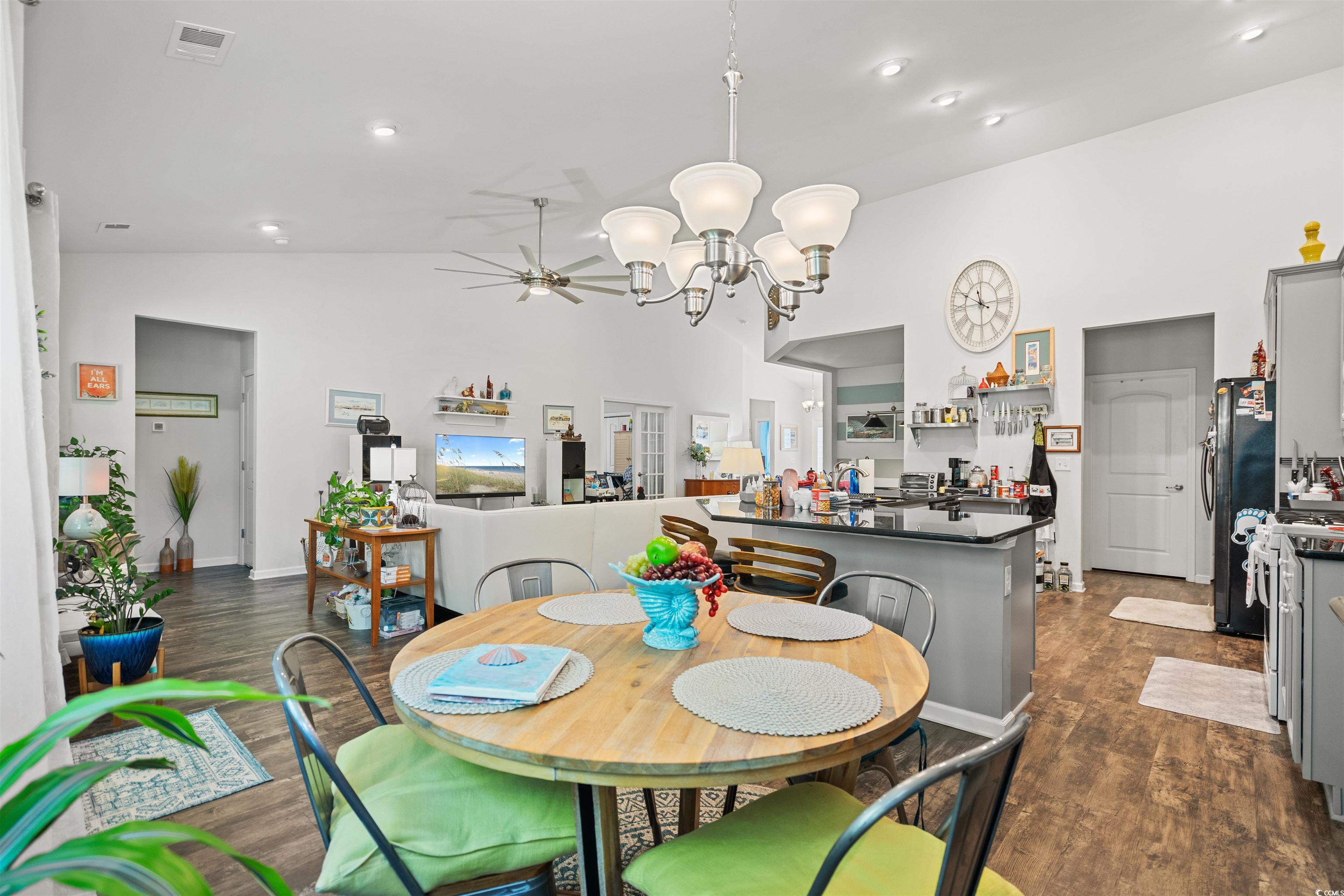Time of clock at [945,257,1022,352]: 11:49
